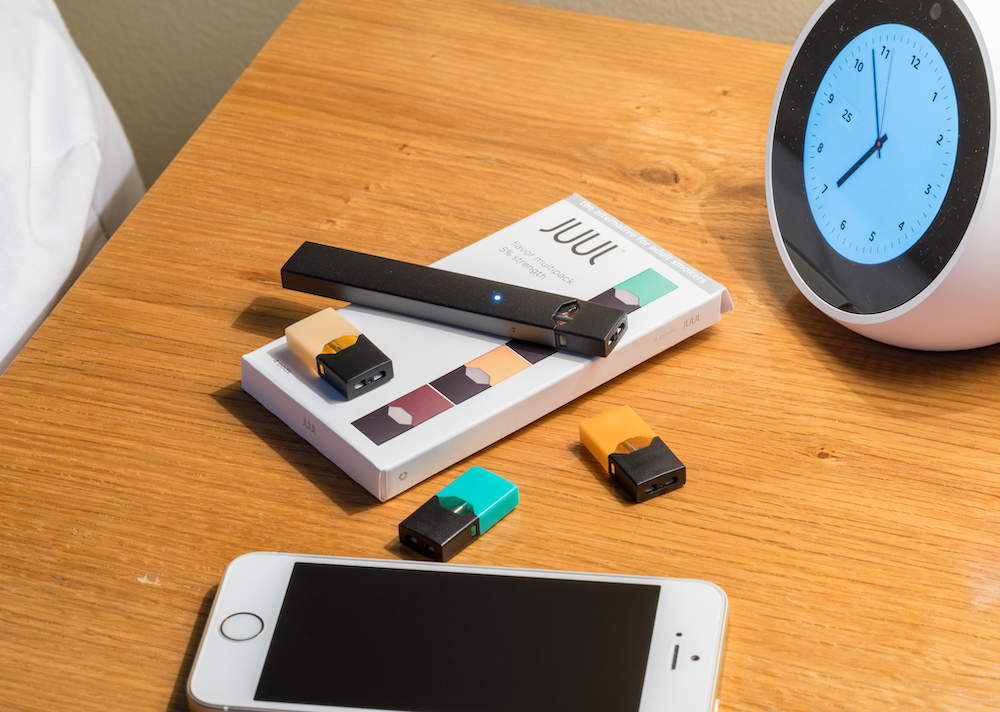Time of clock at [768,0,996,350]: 7:57
